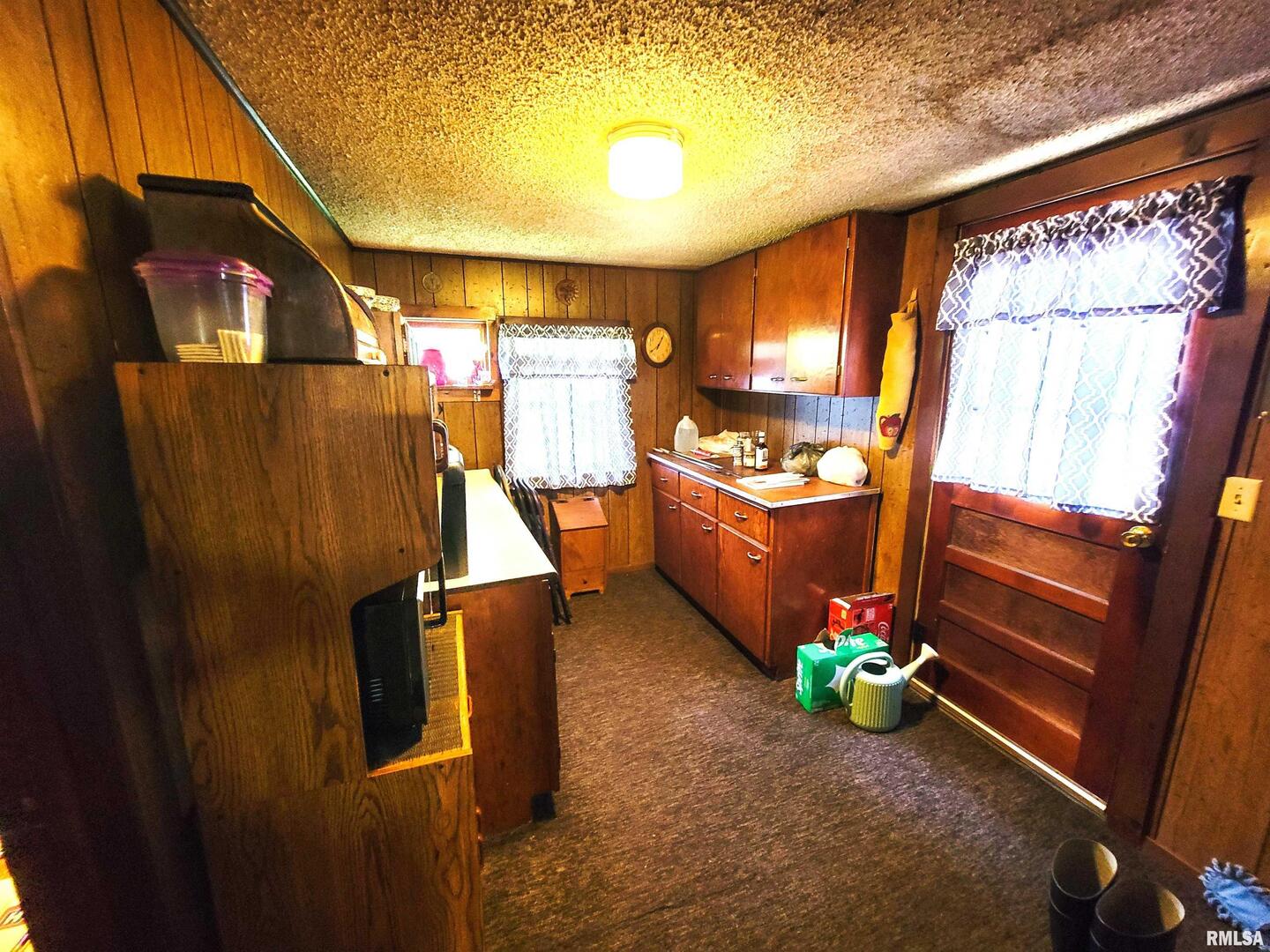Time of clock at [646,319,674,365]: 8:06
